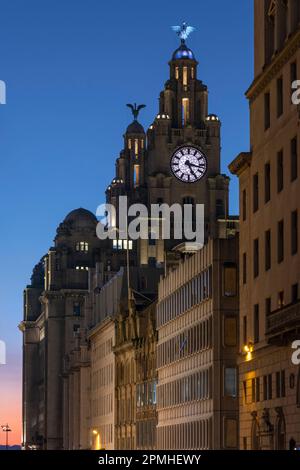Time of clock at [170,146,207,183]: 5:17
